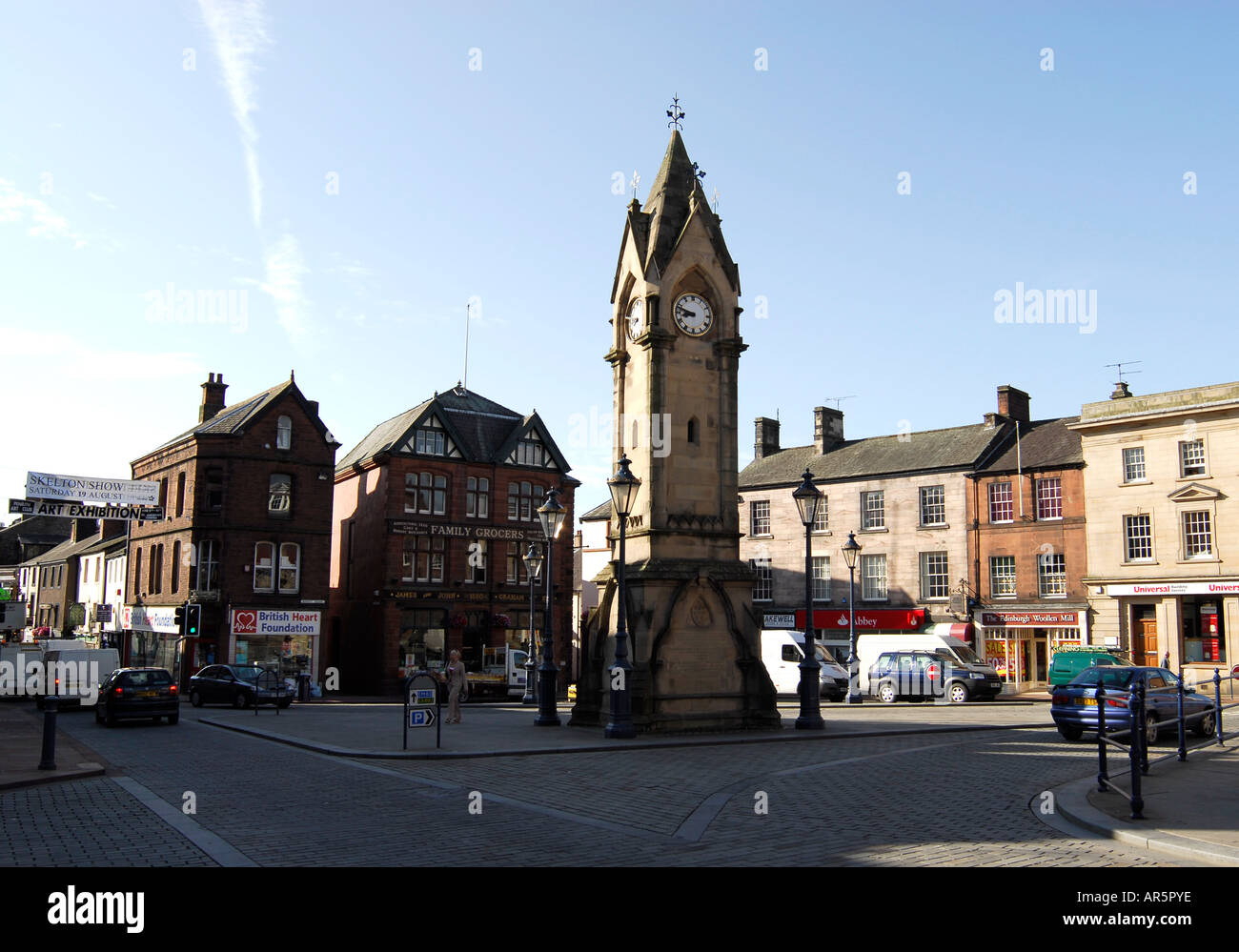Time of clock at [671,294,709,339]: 8:47
